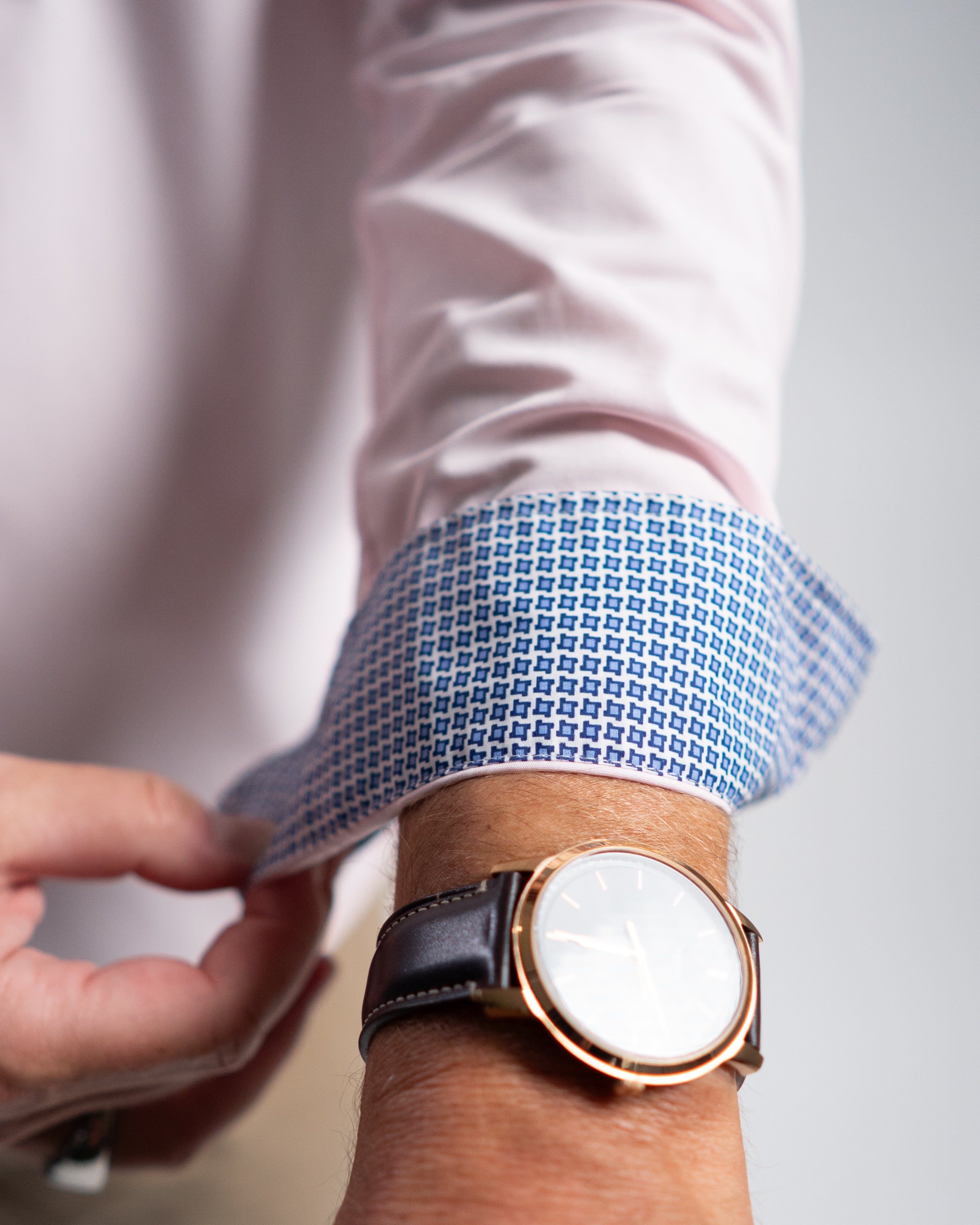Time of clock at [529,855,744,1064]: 11:45
